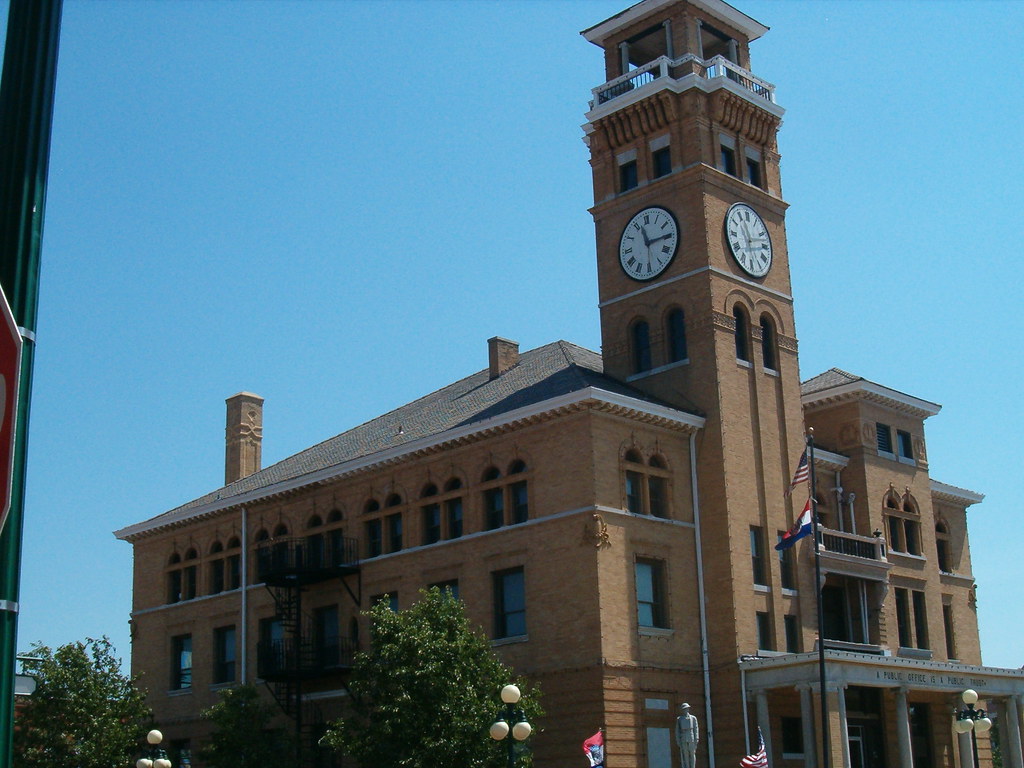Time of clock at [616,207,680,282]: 11:14
